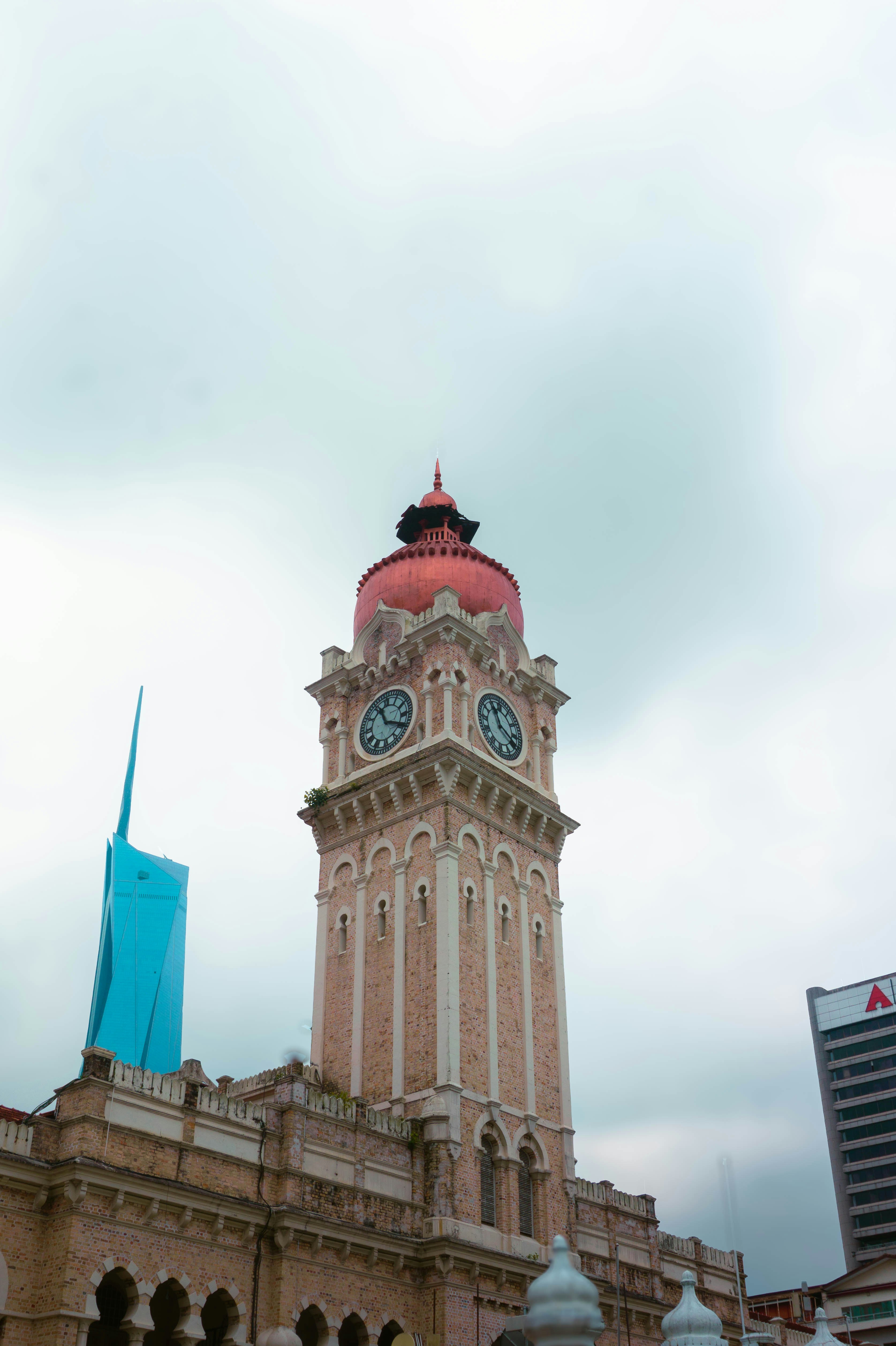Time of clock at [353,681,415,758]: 11:19
